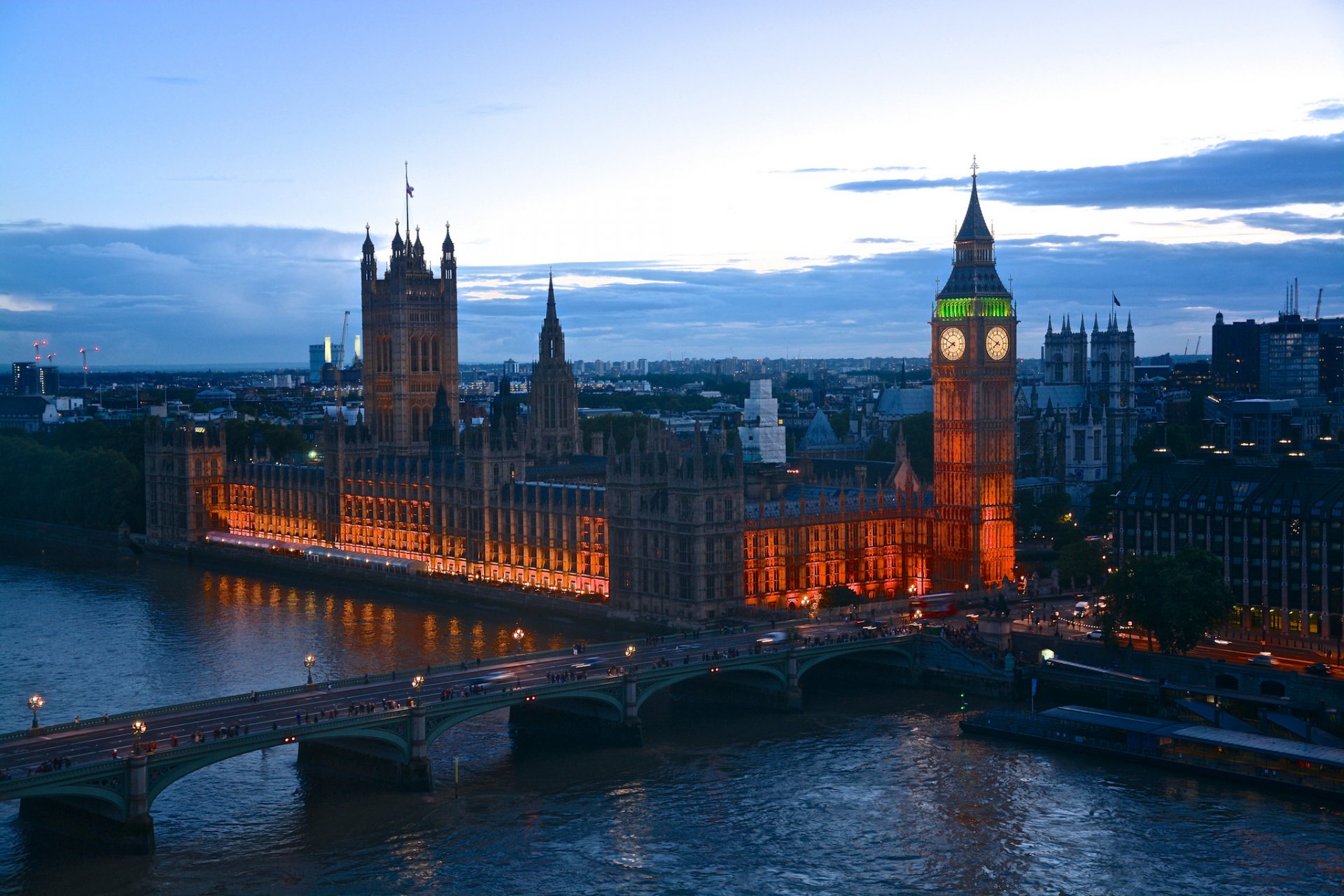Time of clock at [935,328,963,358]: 7:49
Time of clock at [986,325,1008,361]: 7:49
